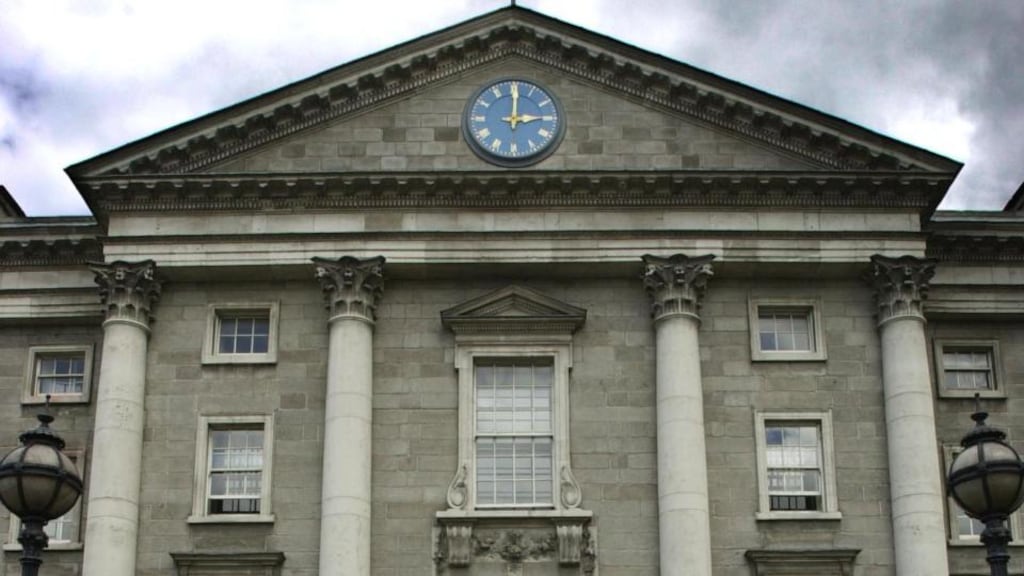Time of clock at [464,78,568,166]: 3:00
